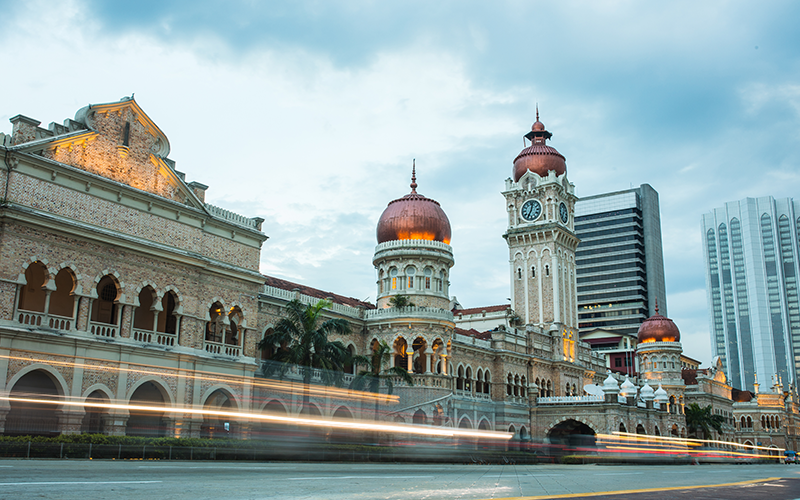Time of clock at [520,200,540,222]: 12:34
